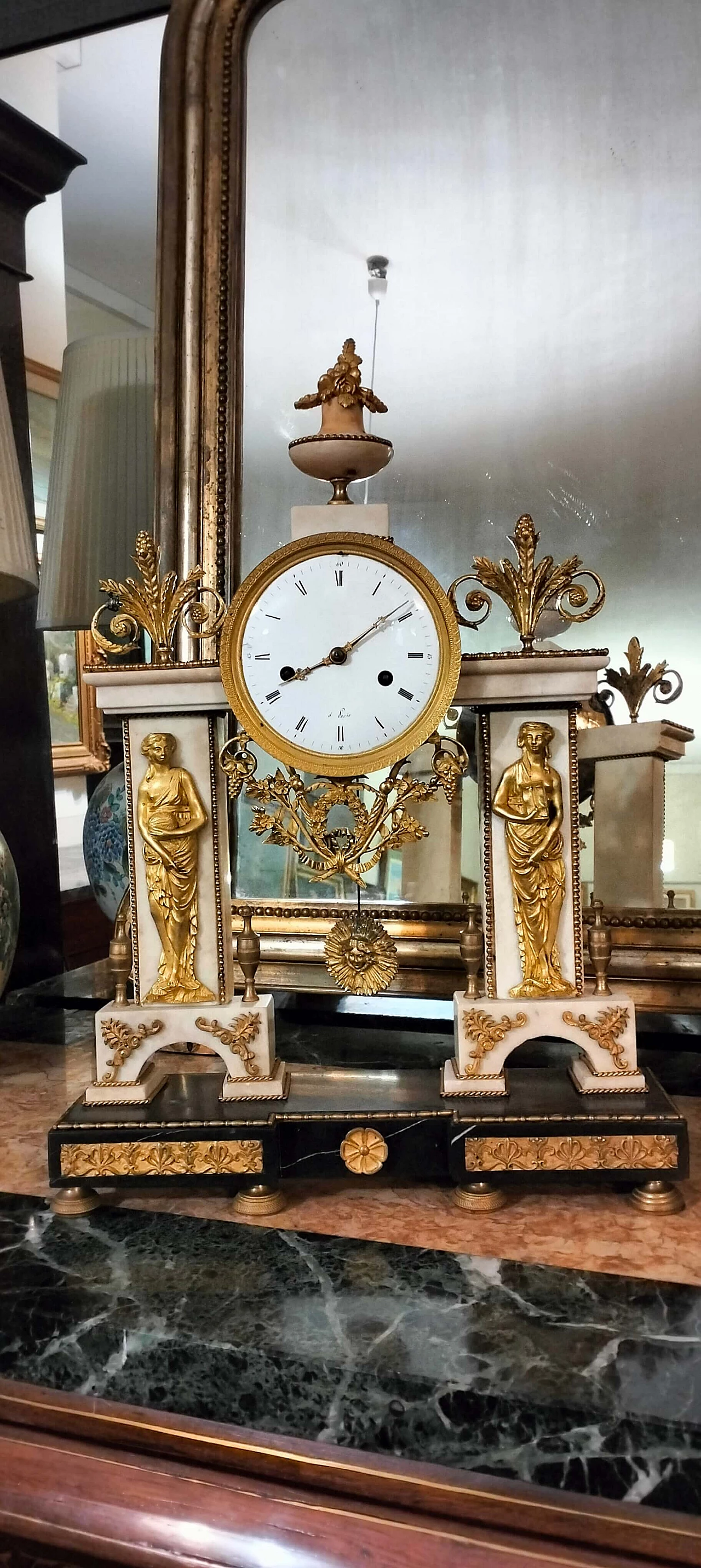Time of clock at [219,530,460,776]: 8:08
